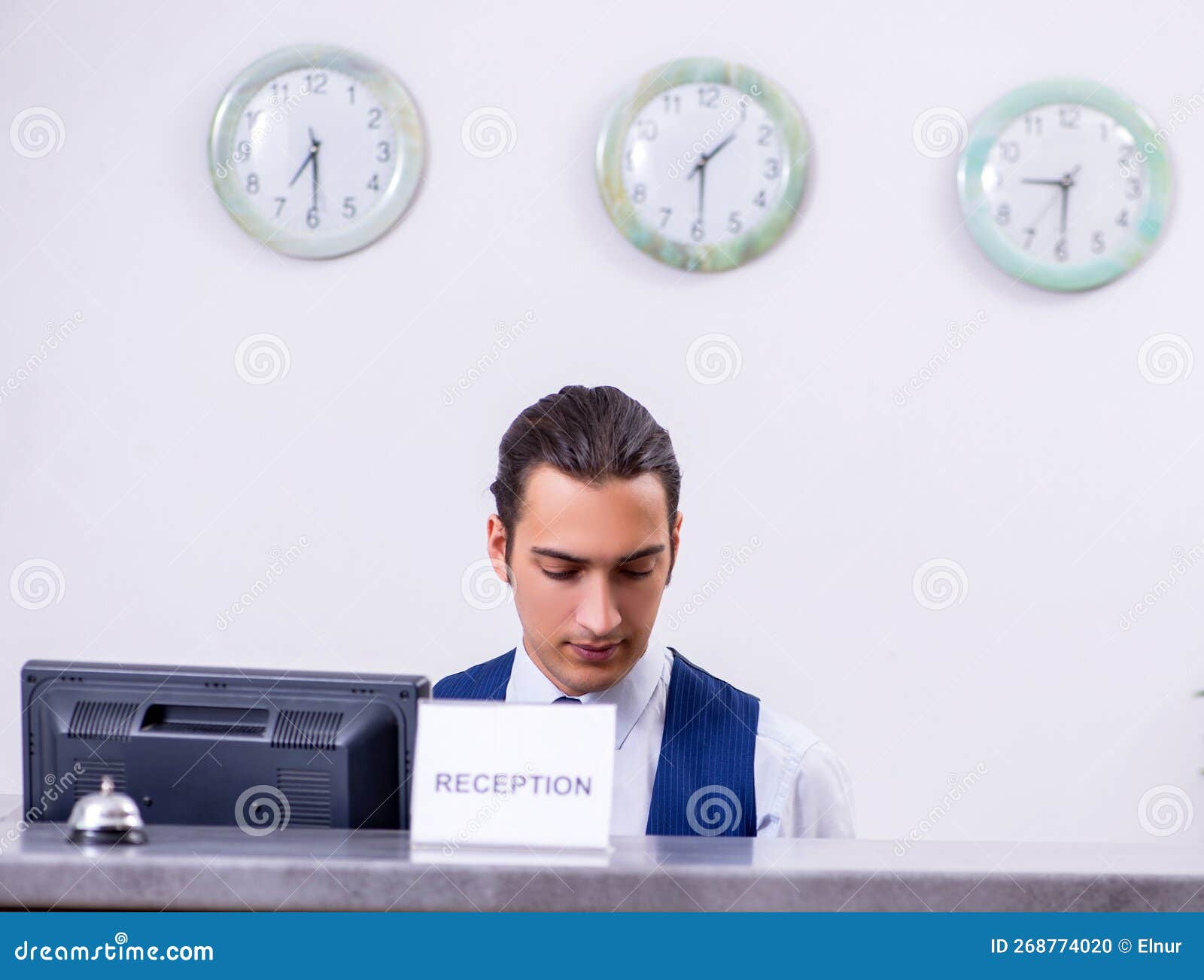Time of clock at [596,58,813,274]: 1:29
